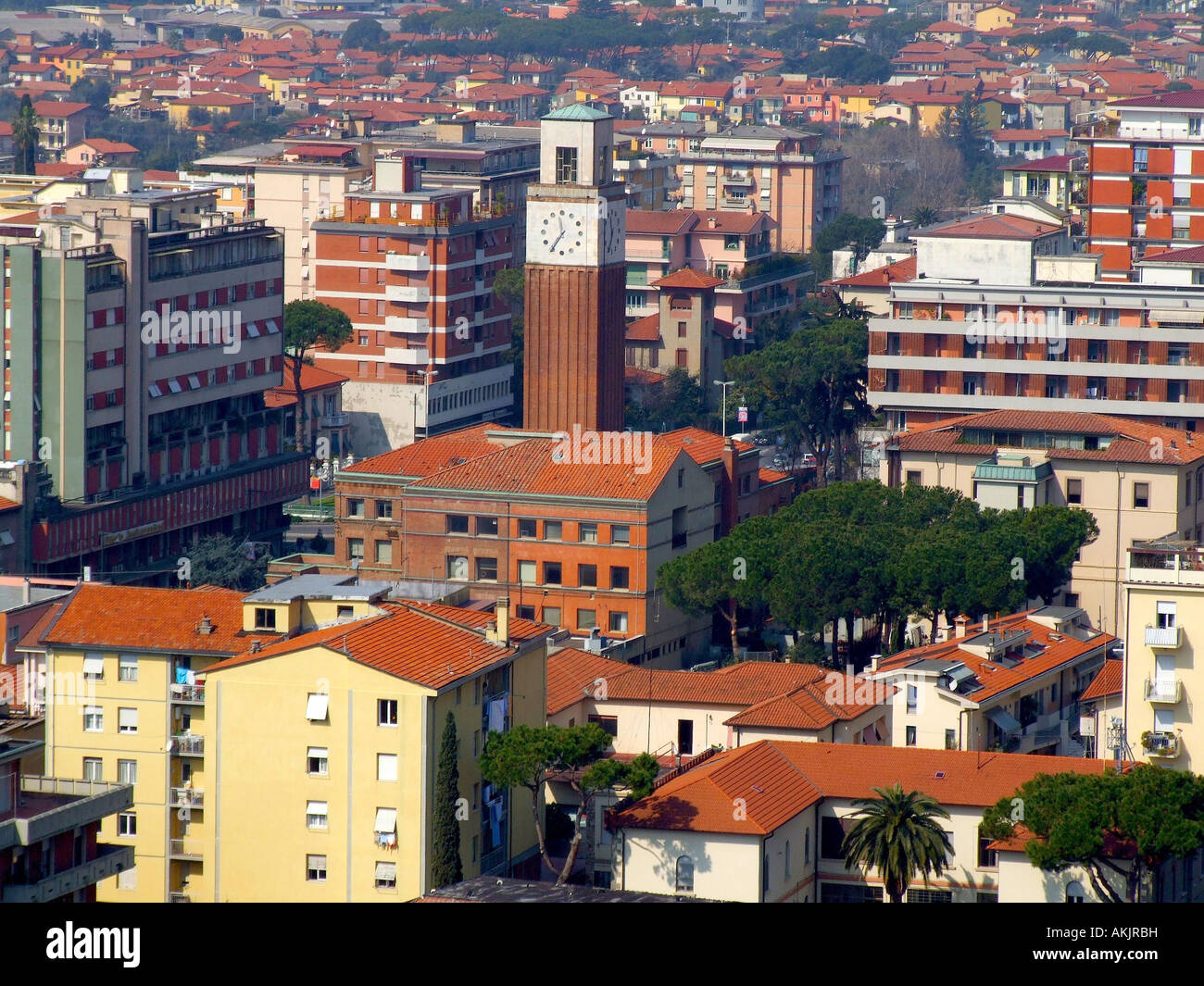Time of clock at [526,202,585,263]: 11:35
